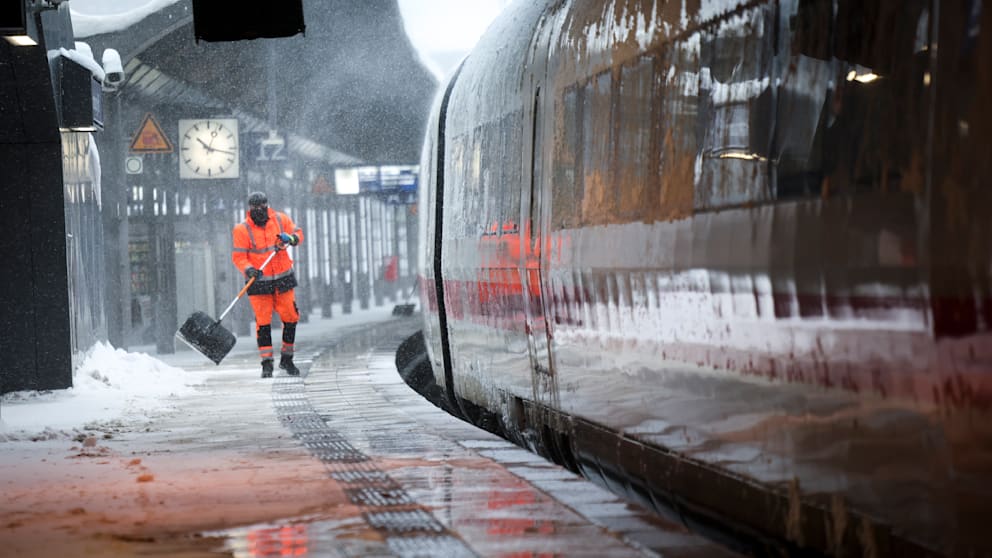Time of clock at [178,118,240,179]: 10:17
